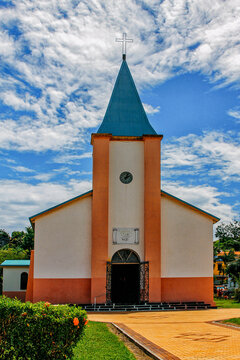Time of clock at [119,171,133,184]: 2:03
